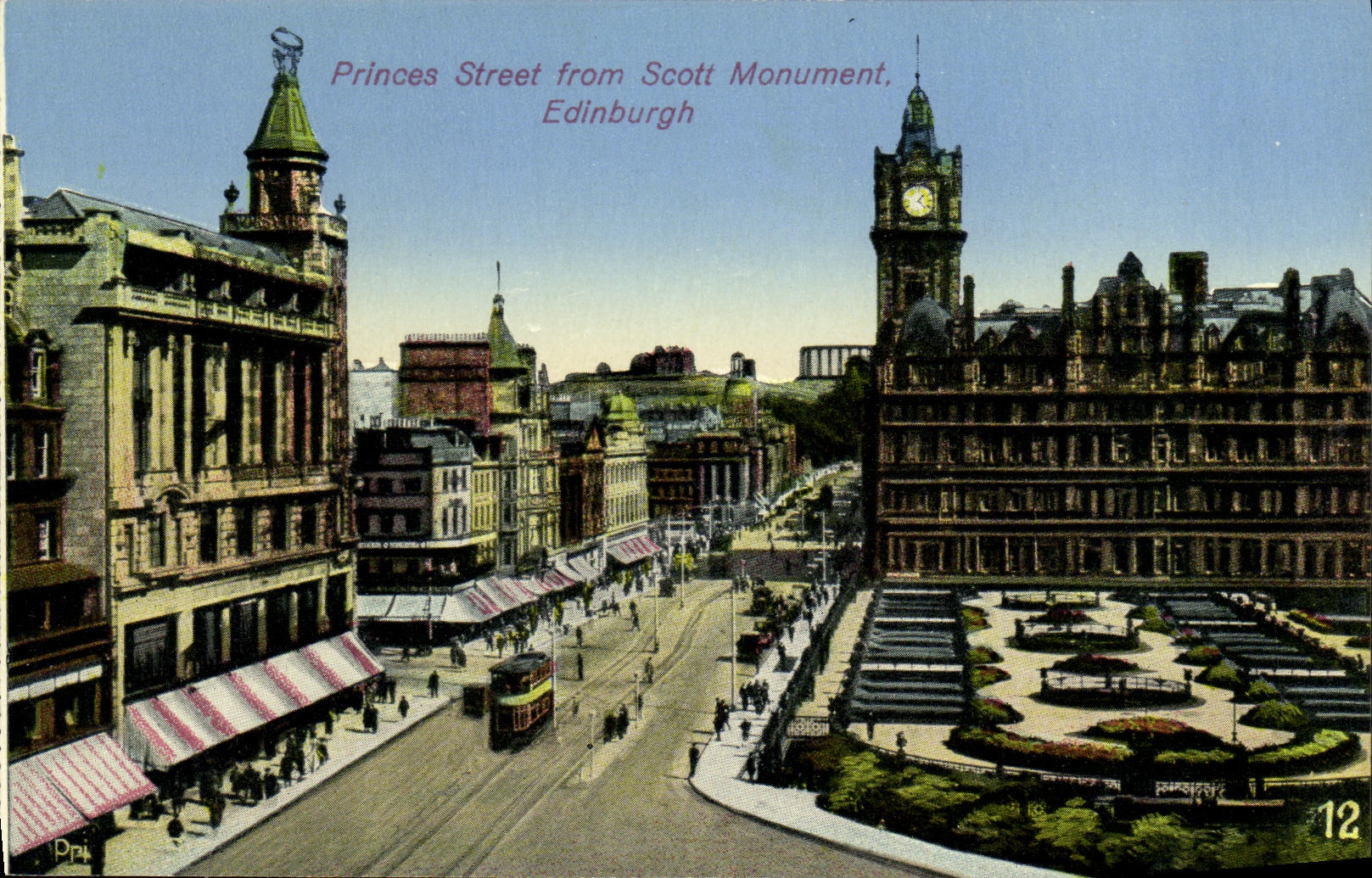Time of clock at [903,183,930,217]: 1:22
